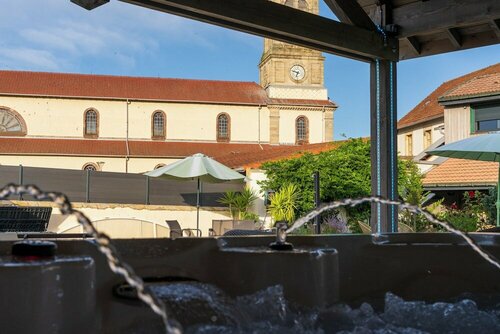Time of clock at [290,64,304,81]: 6:47
